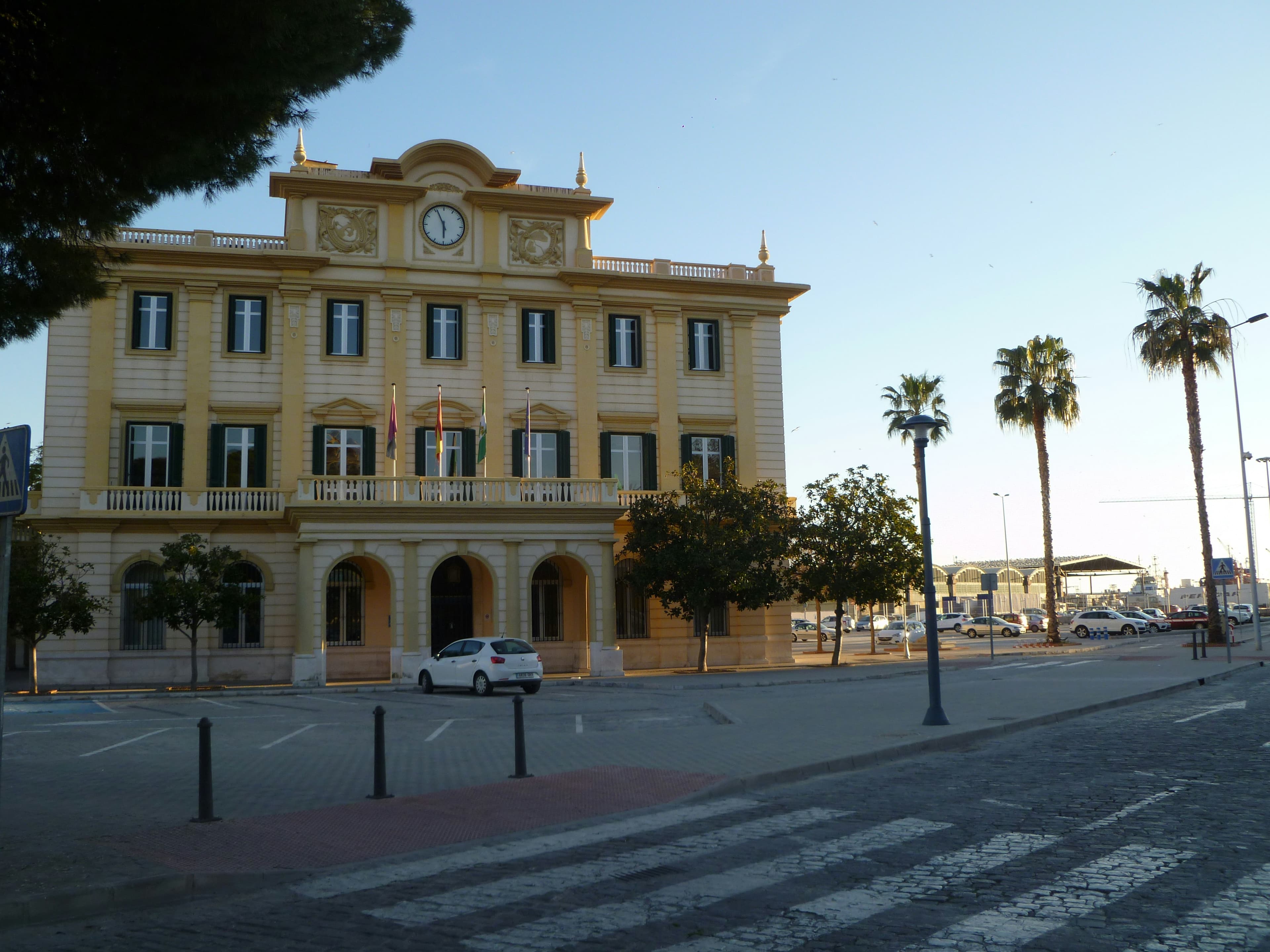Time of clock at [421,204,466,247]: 5:55
